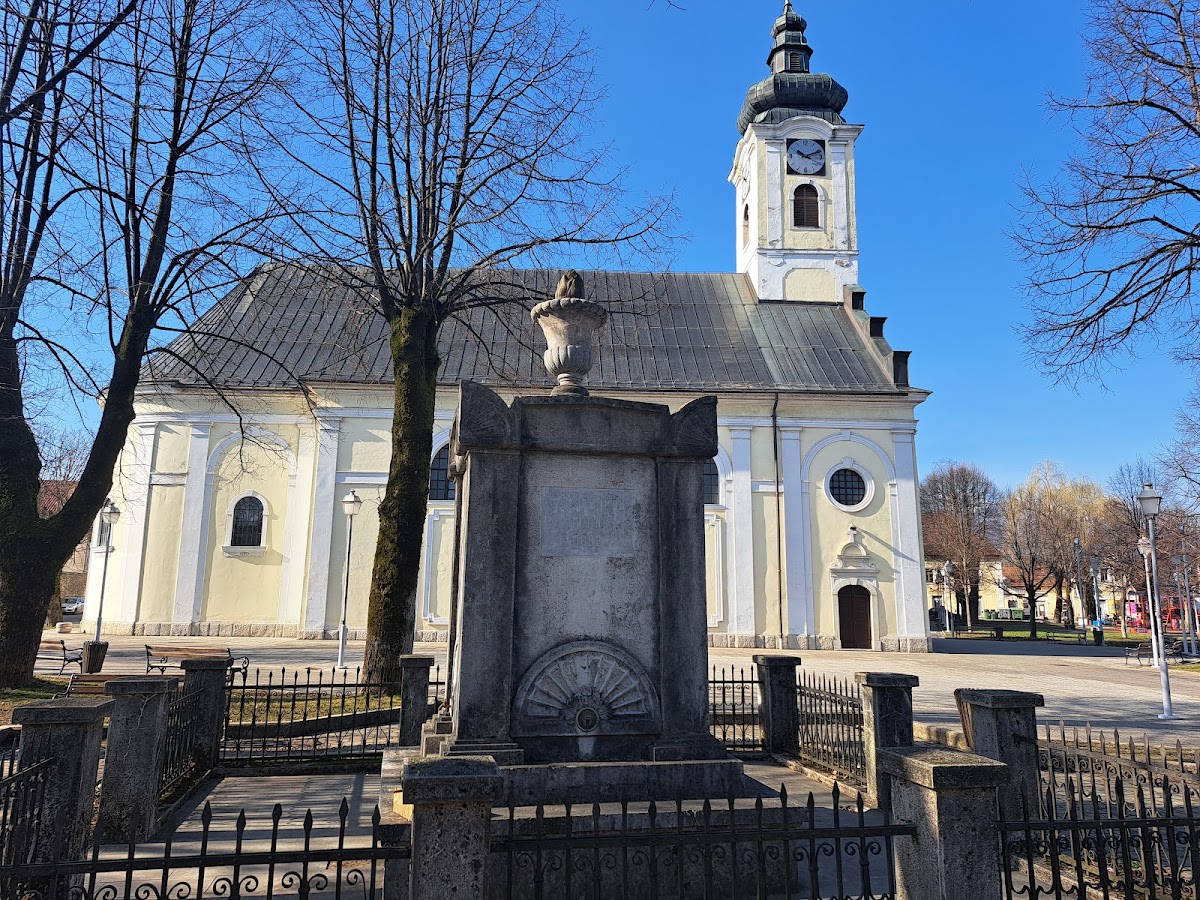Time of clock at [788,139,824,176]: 10:11
